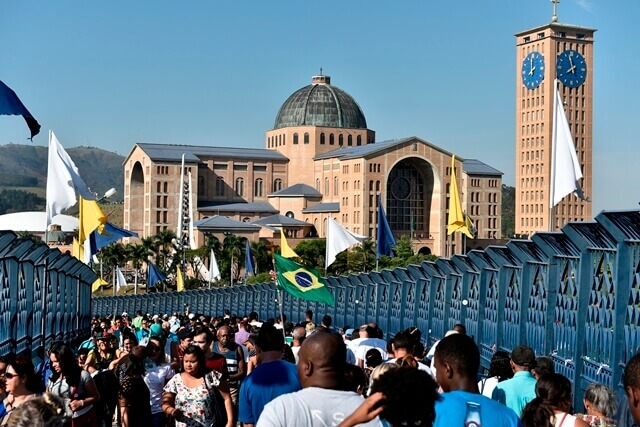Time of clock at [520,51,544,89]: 7:59
